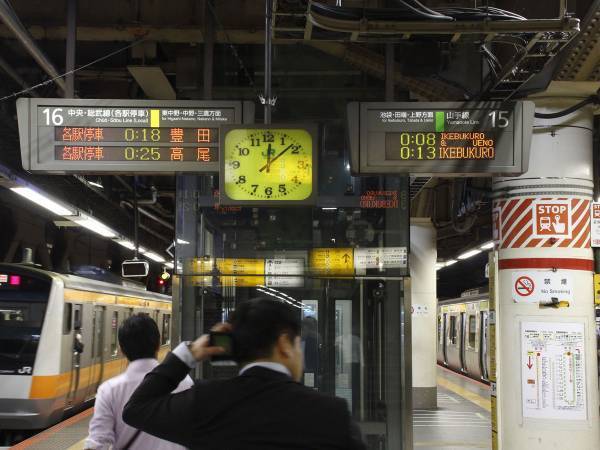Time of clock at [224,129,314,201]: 12:08
